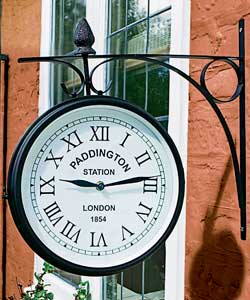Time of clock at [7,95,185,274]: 9:13
